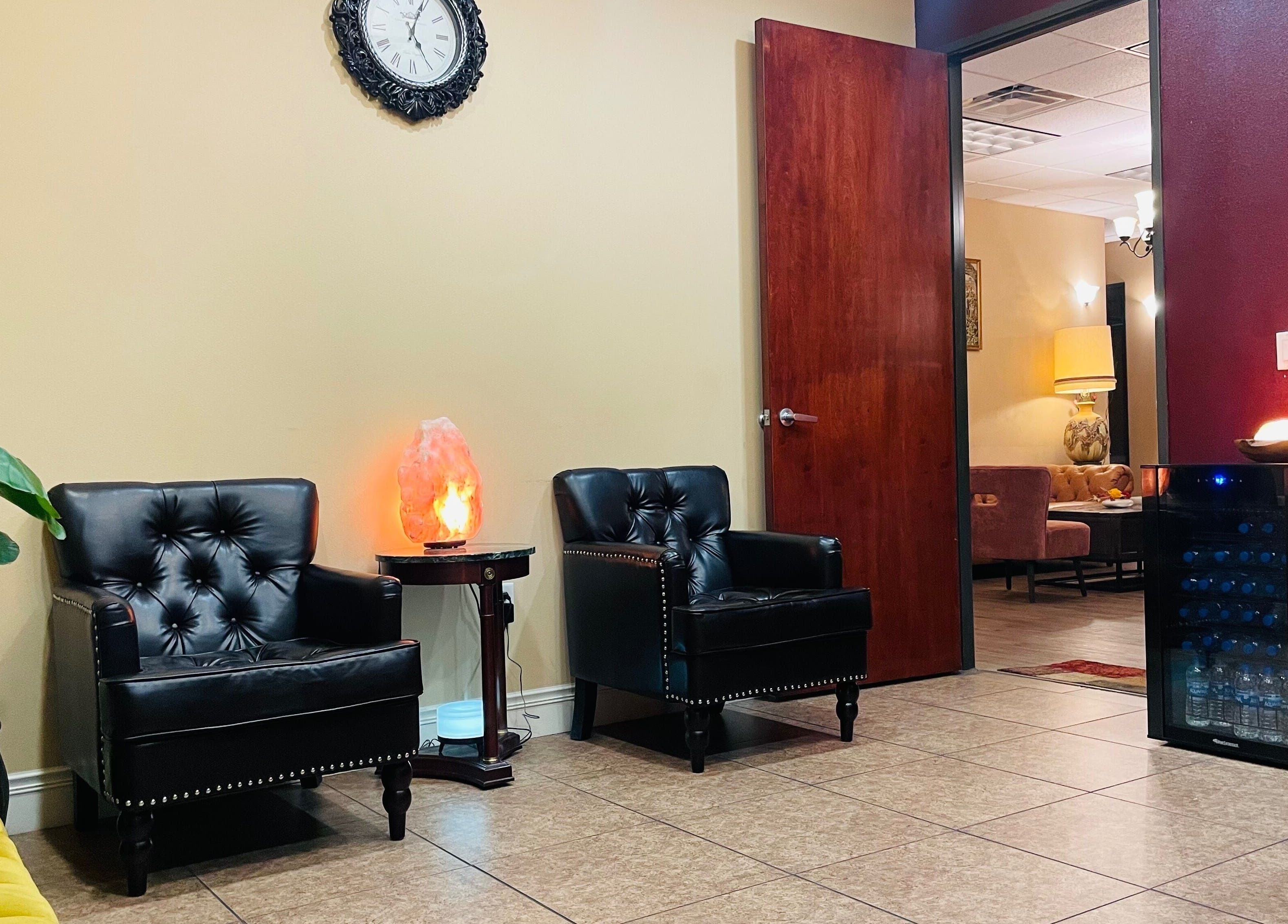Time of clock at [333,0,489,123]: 5:03
